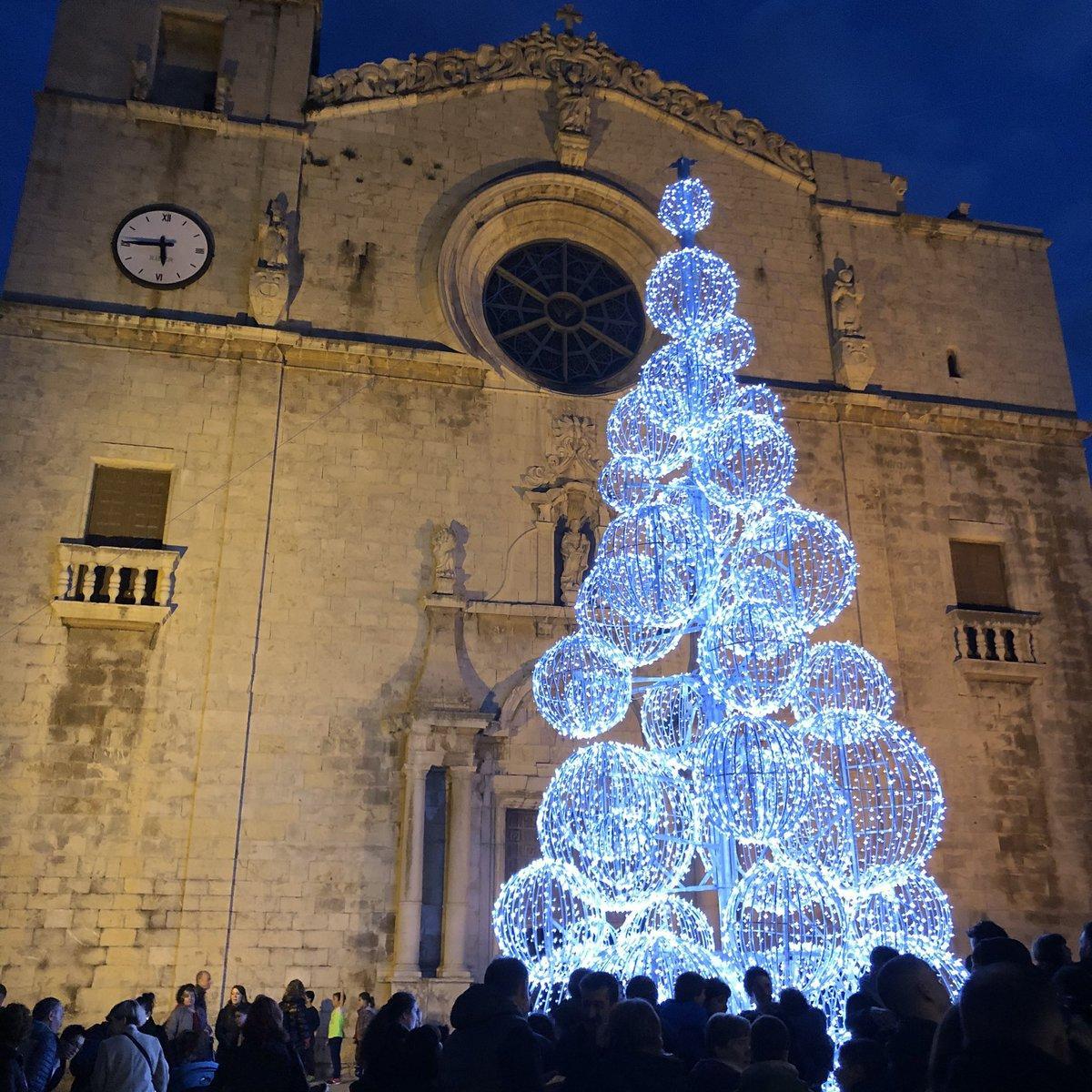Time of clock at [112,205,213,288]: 5:45
